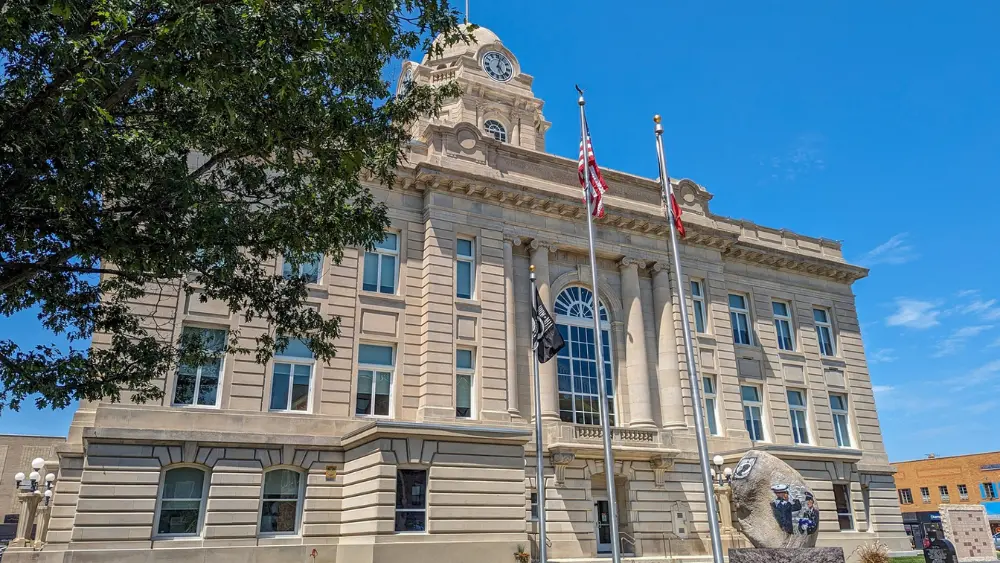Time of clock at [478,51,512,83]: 5:02
